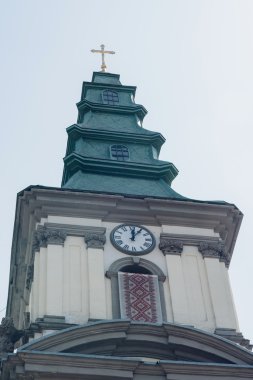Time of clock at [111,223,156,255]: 12:05
